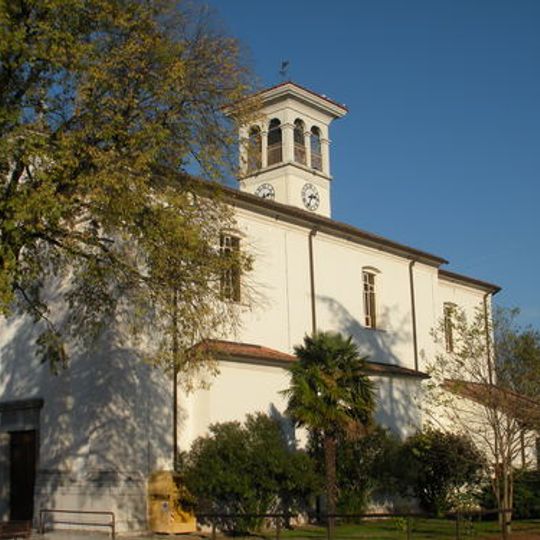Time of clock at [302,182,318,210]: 2:33
